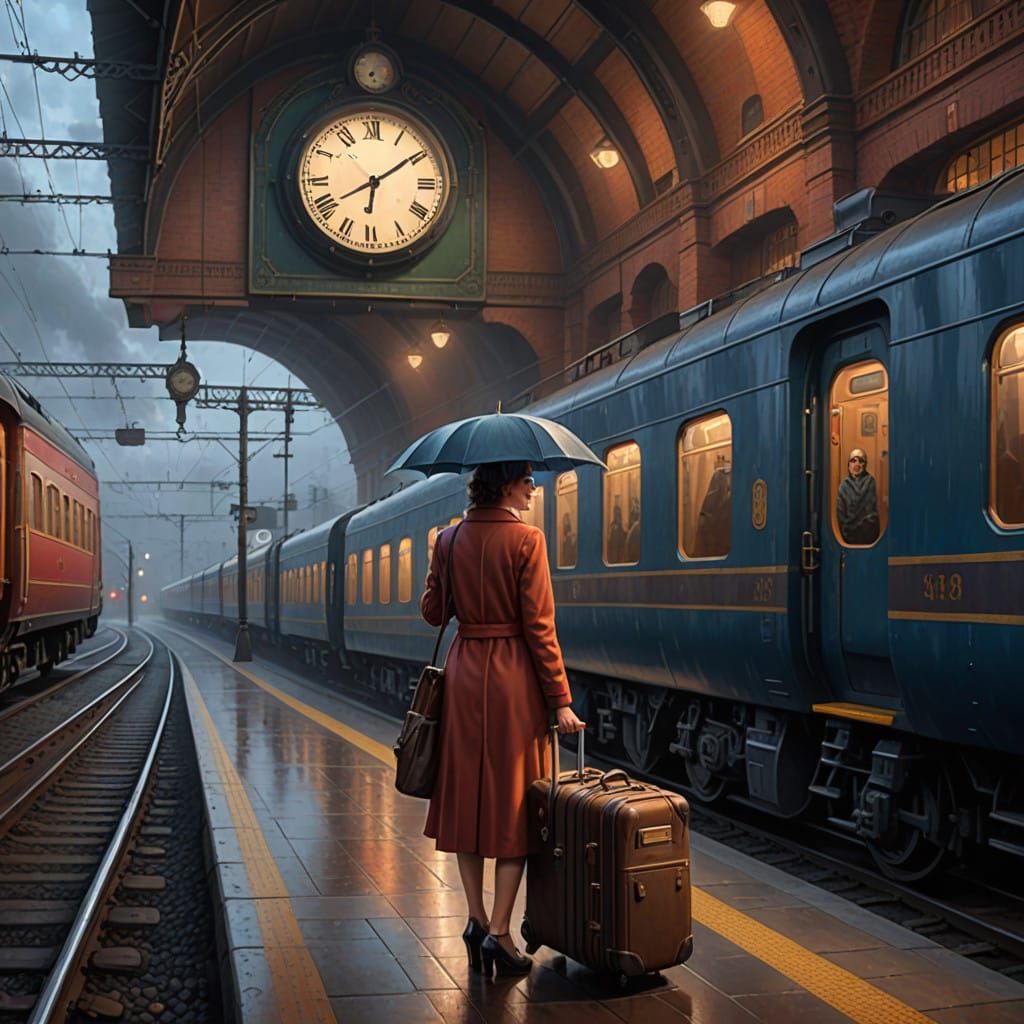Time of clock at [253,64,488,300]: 6:09
